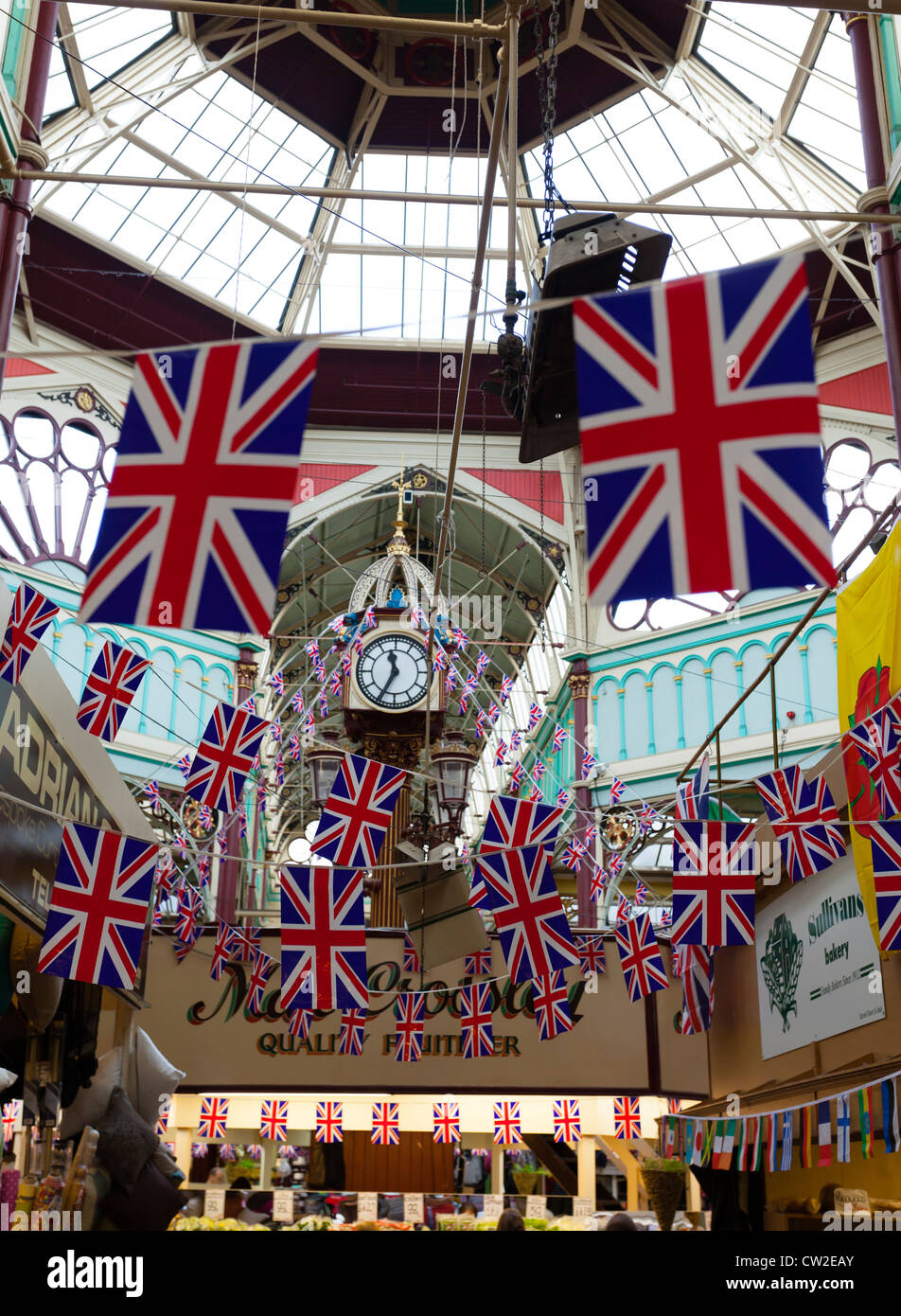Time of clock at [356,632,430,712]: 11:34
